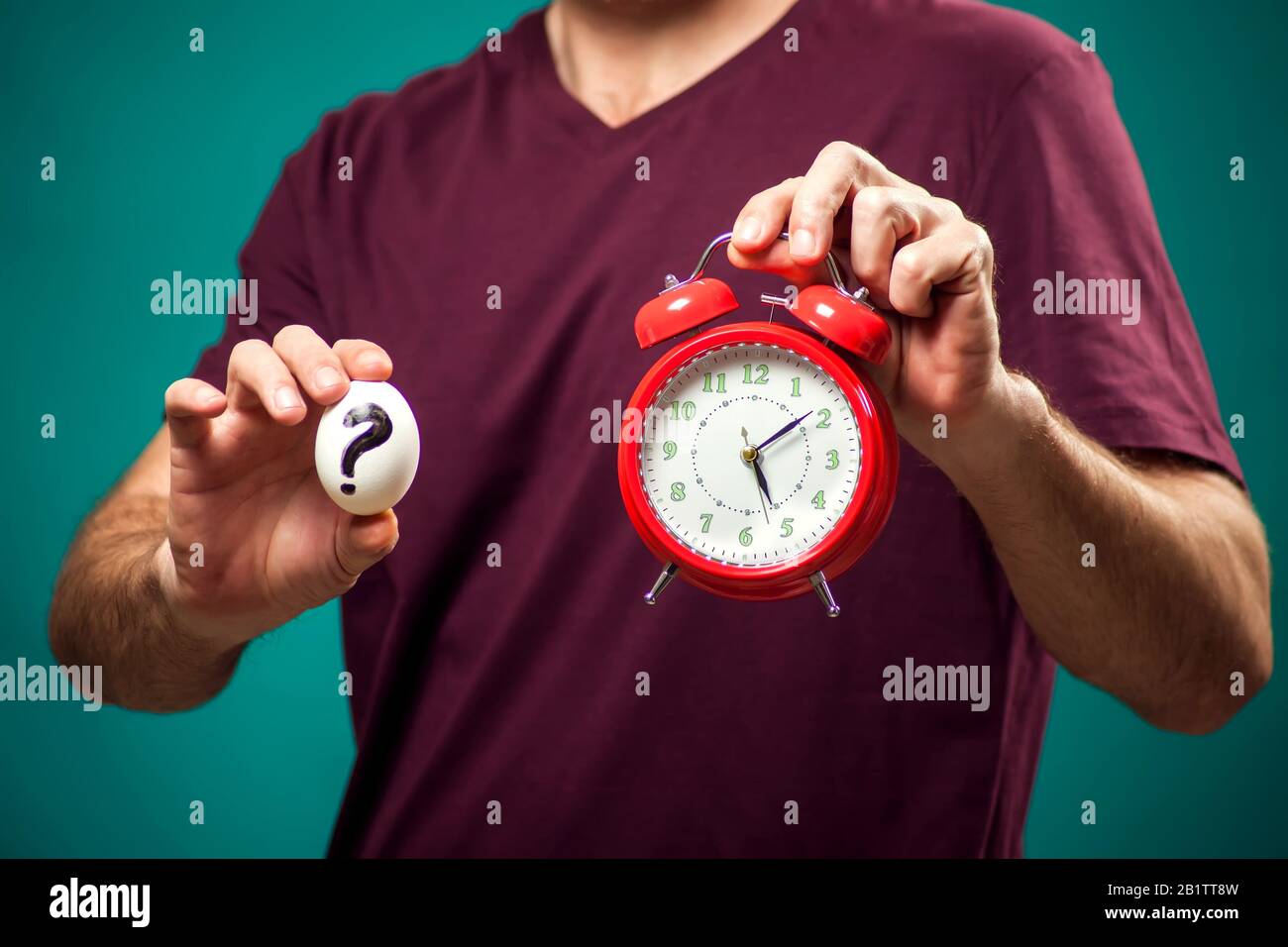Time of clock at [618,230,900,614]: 5:08
